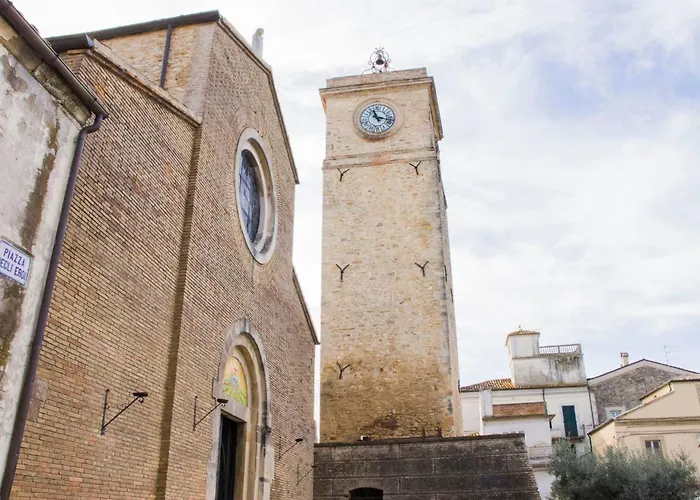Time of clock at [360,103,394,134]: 11:17
